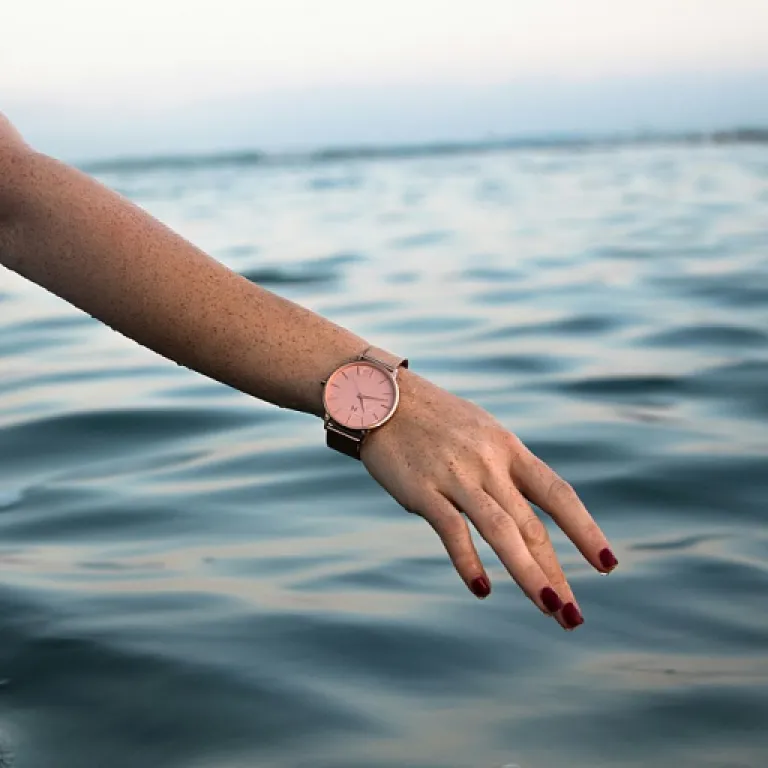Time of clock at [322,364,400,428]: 3:28
